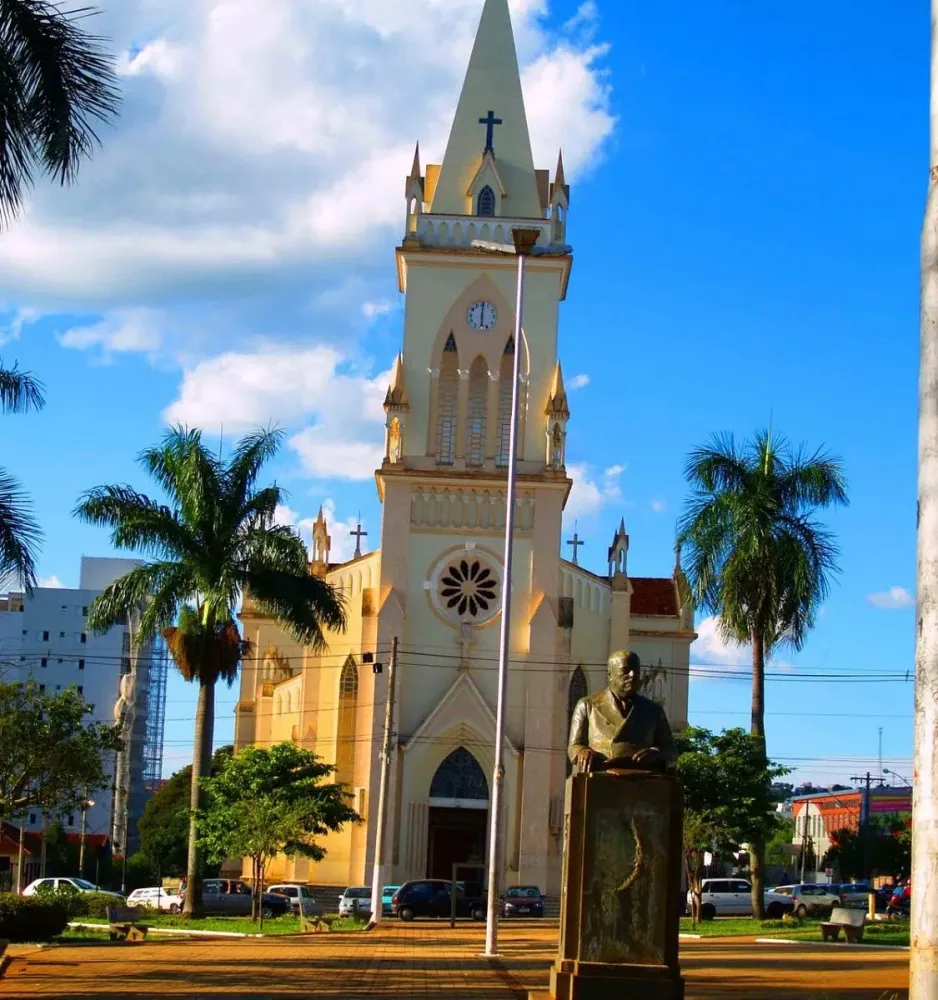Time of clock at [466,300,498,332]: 6:00
